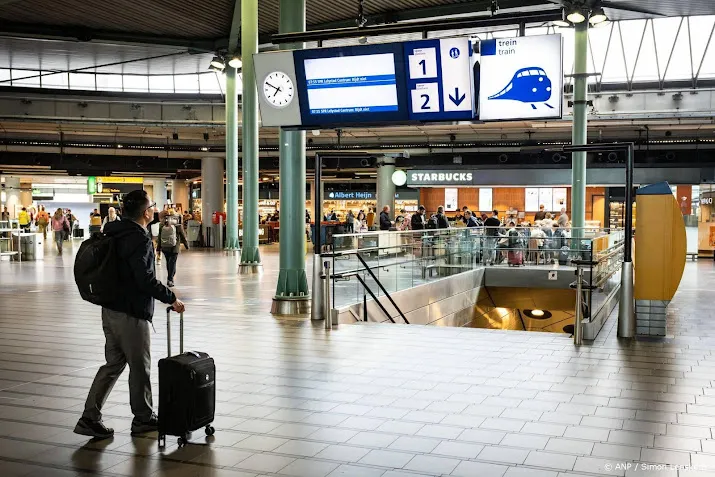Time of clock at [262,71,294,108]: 7:49
